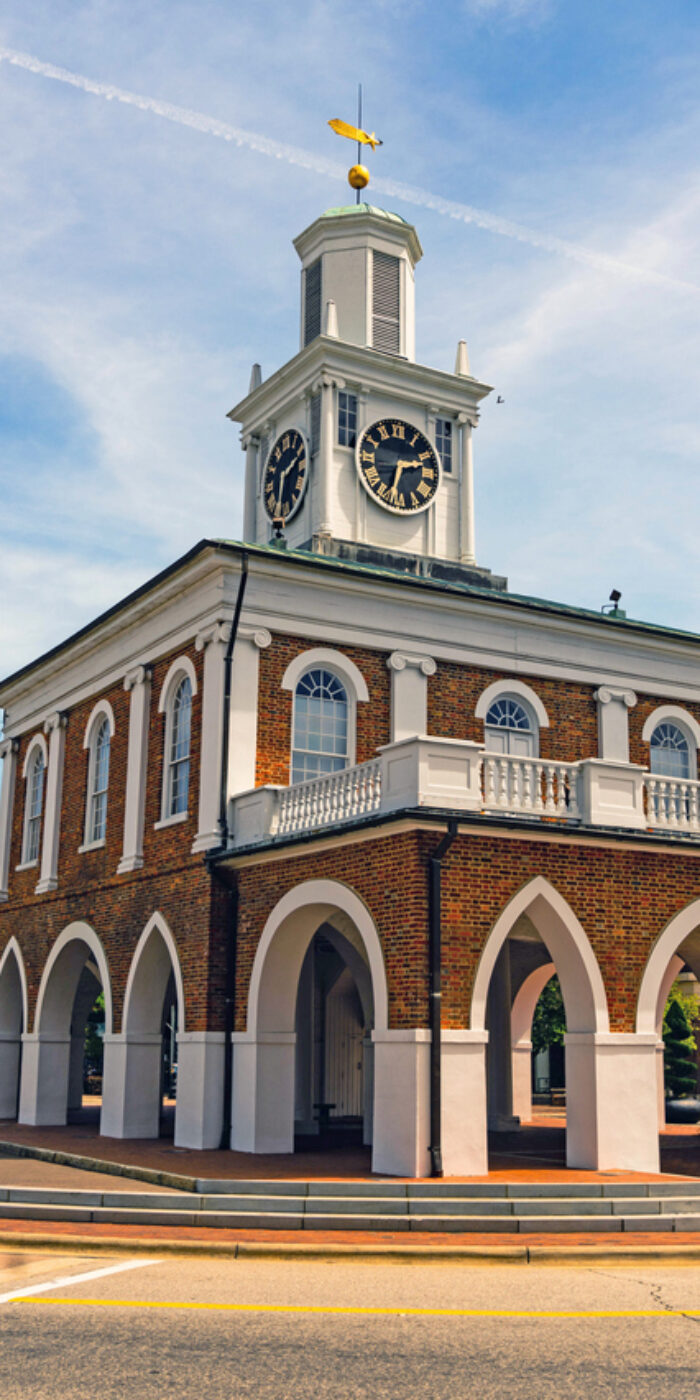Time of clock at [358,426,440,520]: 2:33
